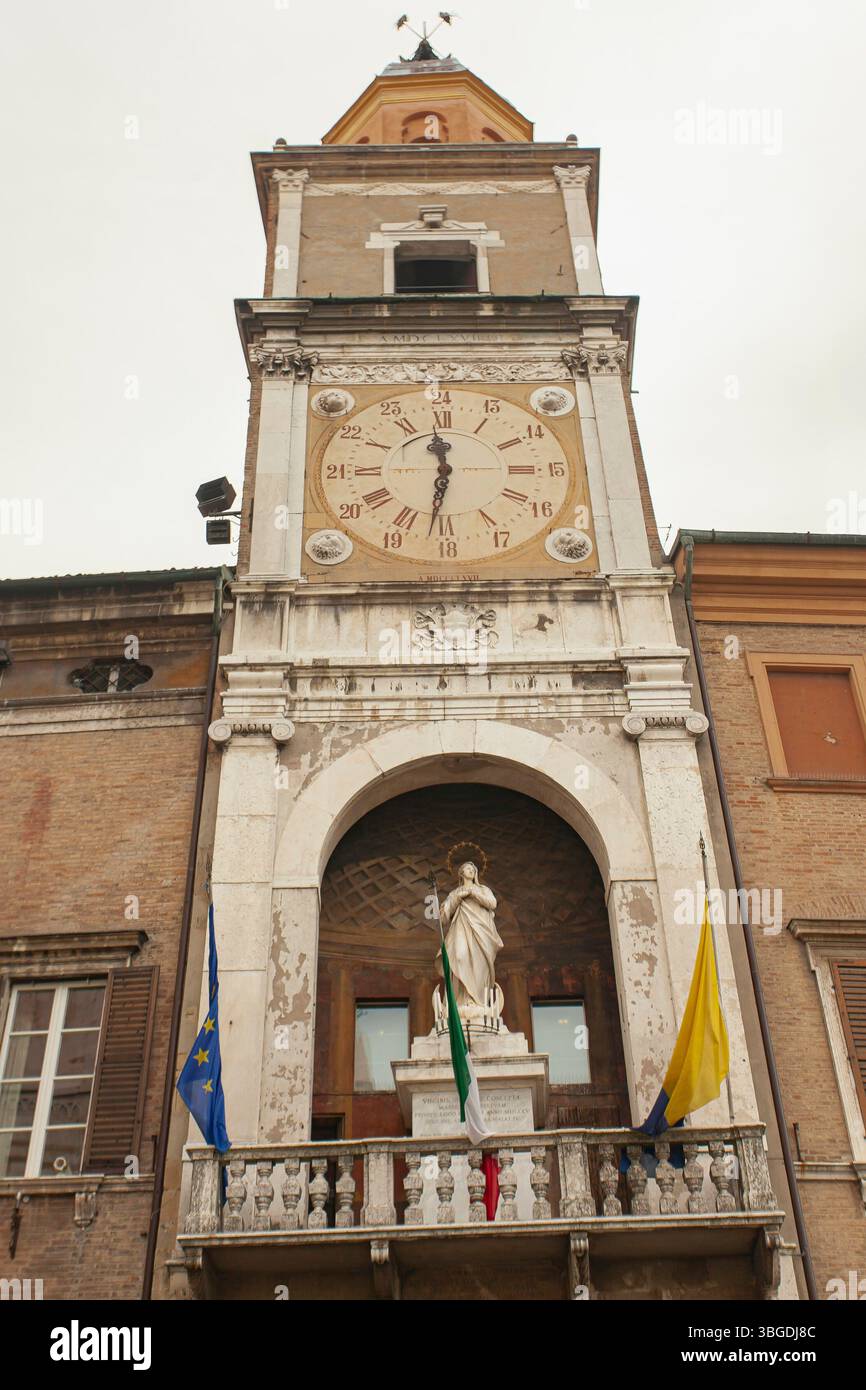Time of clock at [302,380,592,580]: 11:31
